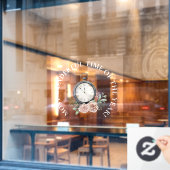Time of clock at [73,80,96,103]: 11:52
